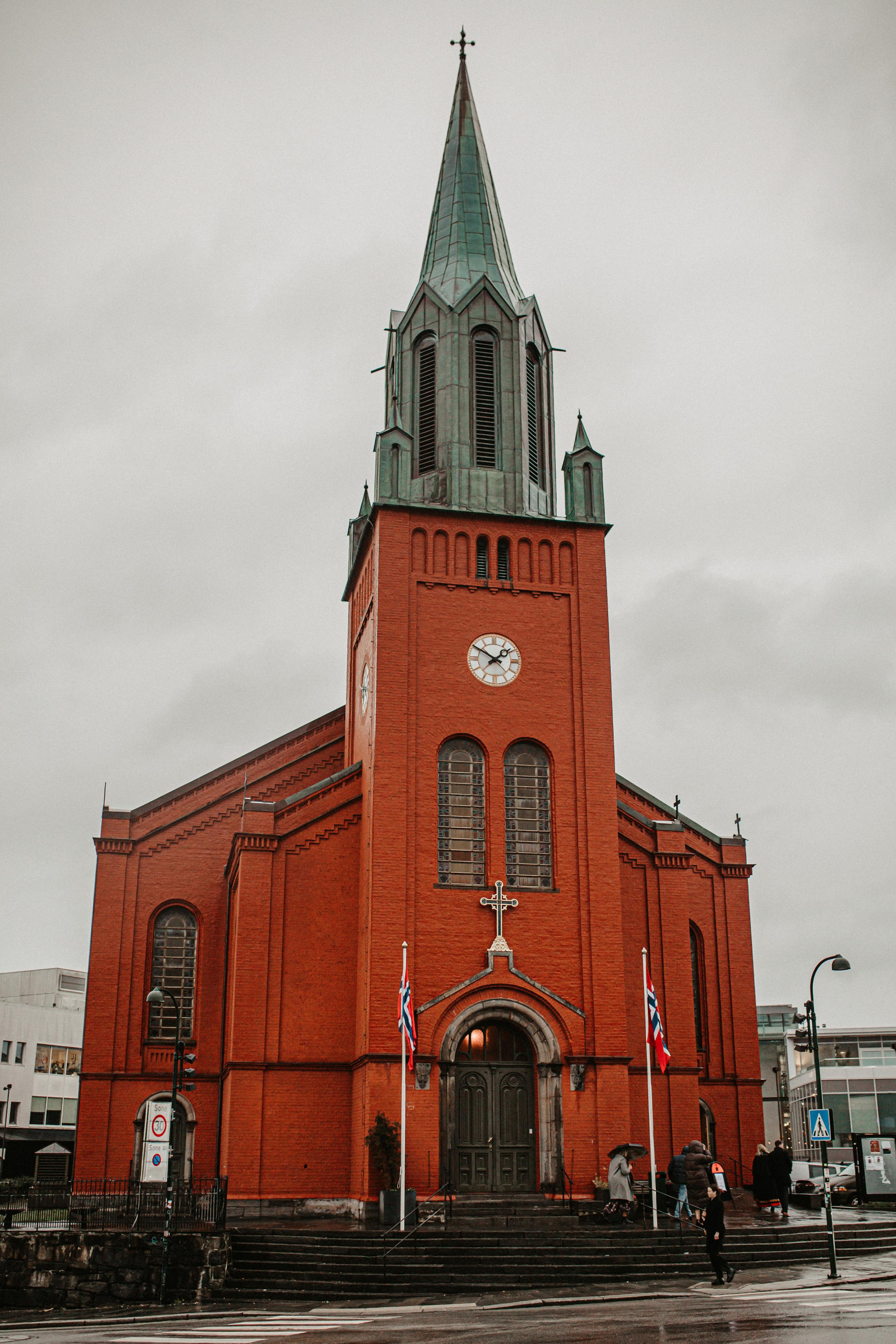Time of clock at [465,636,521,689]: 1:50
